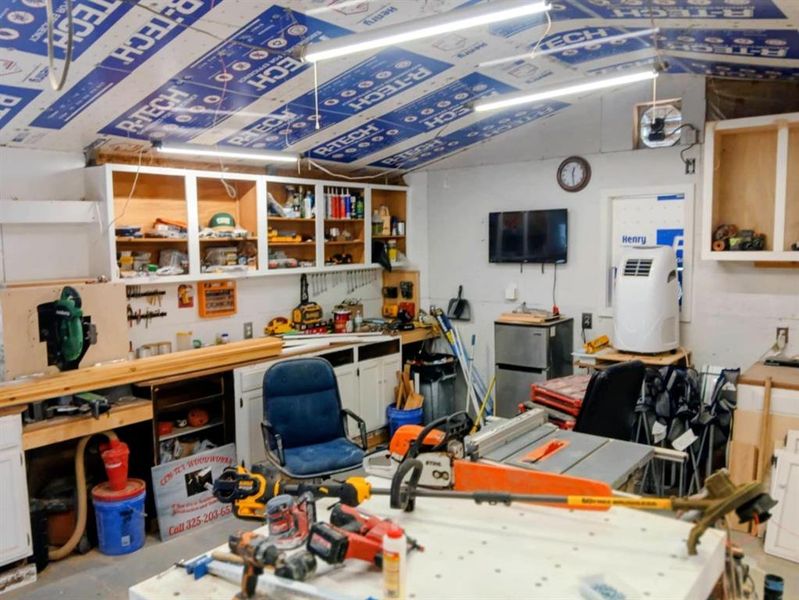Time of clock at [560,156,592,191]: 12:28
